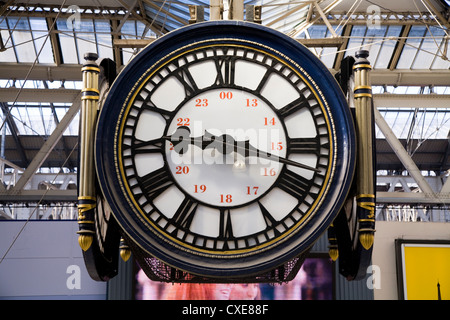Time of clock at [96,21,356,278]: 9:17
